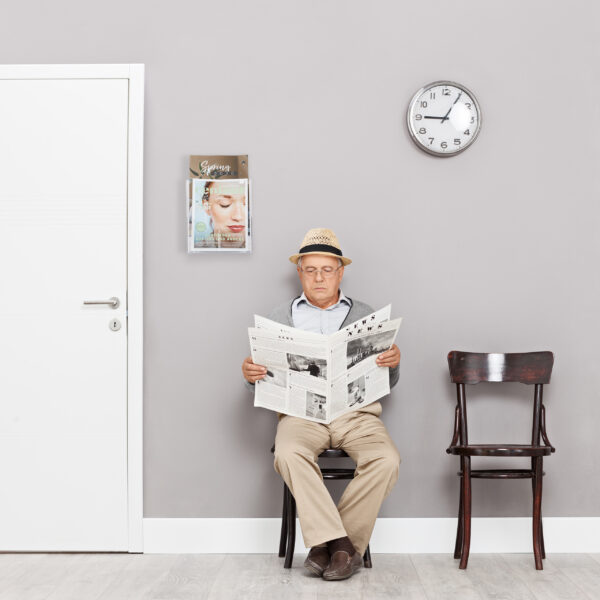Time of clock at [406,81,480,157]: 9:05
